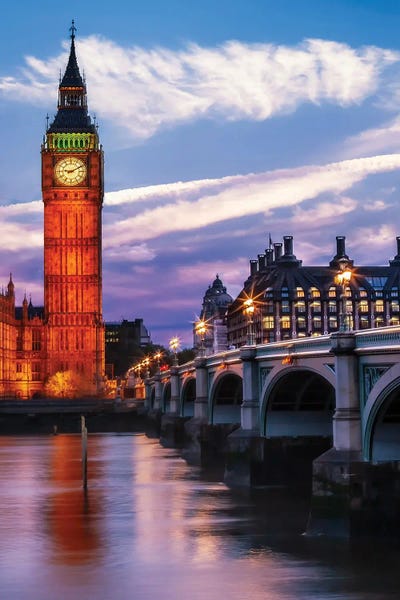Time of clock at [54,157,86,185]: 9:10
